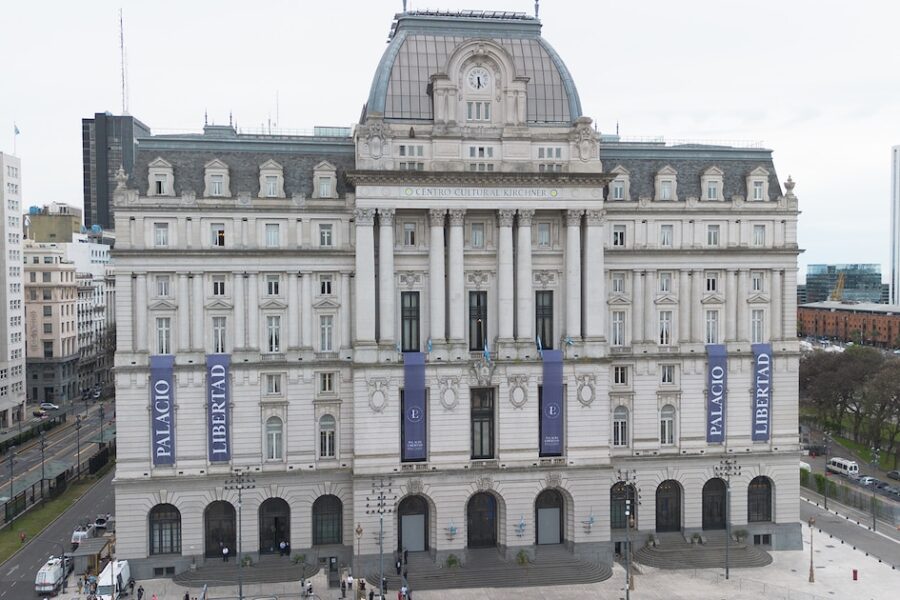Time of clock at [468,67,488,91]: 5:30
